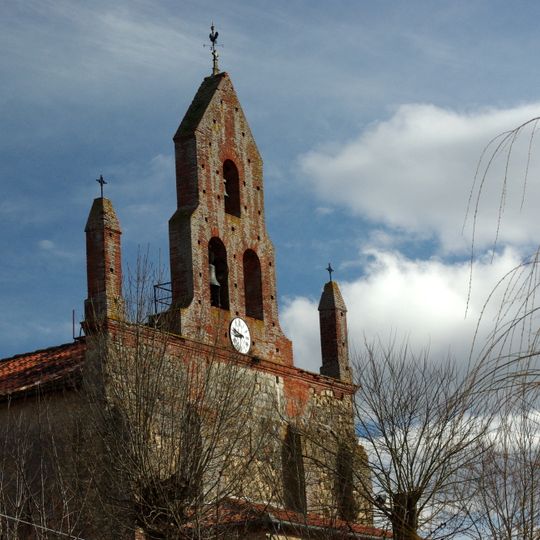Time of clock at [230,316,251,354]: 8:47
